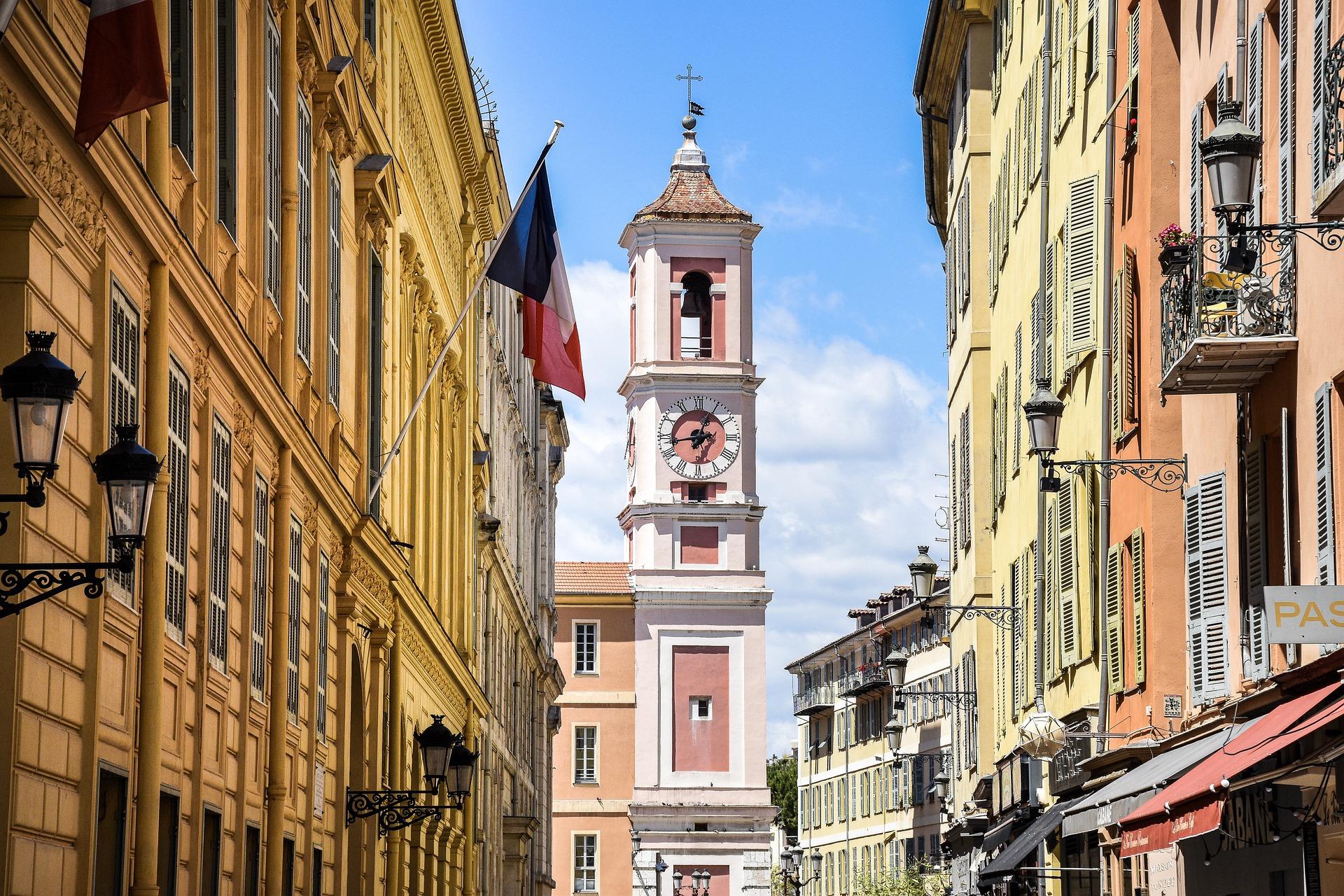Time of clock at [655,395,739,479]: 12:43
